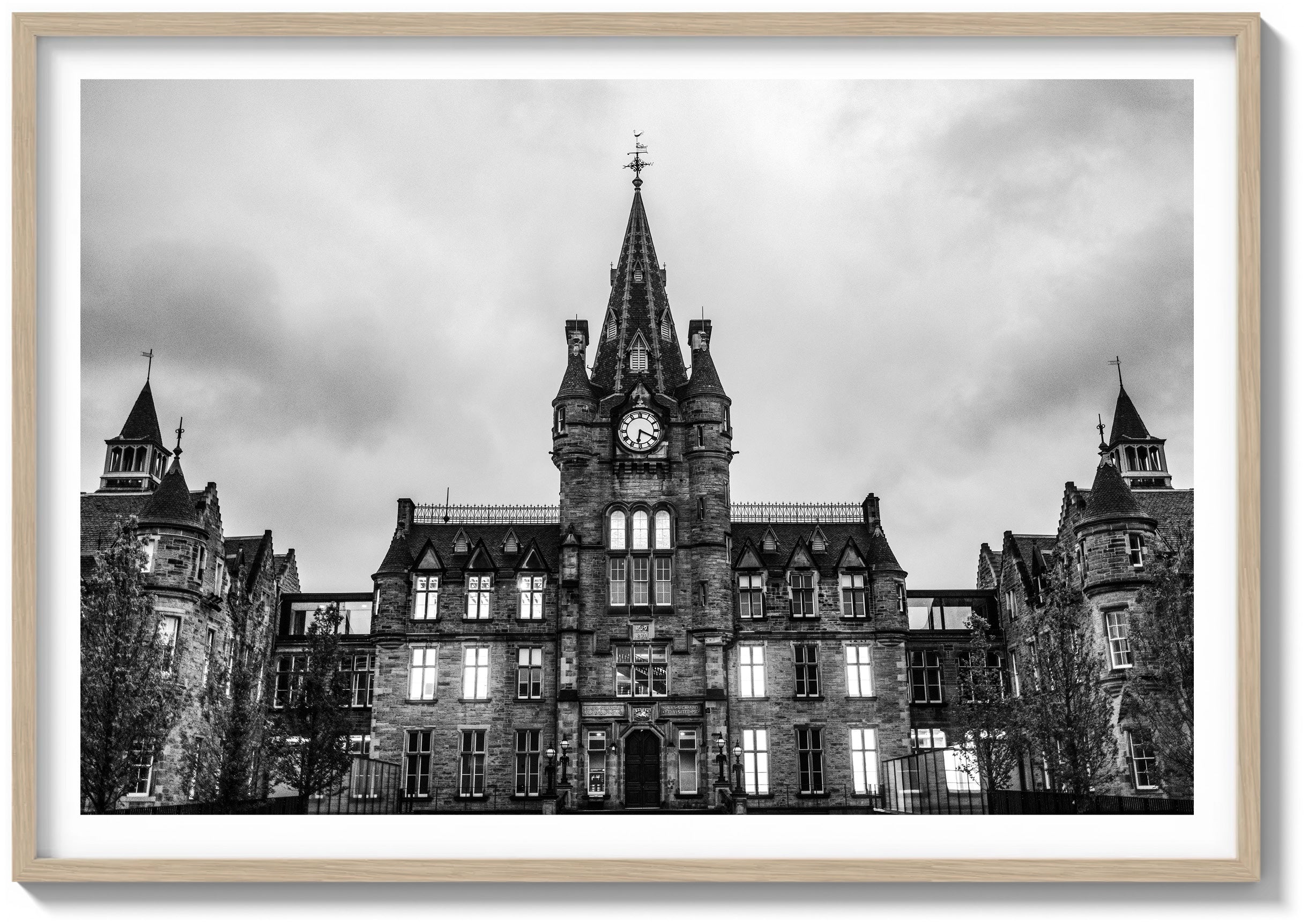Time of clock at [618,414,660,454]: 6:19
